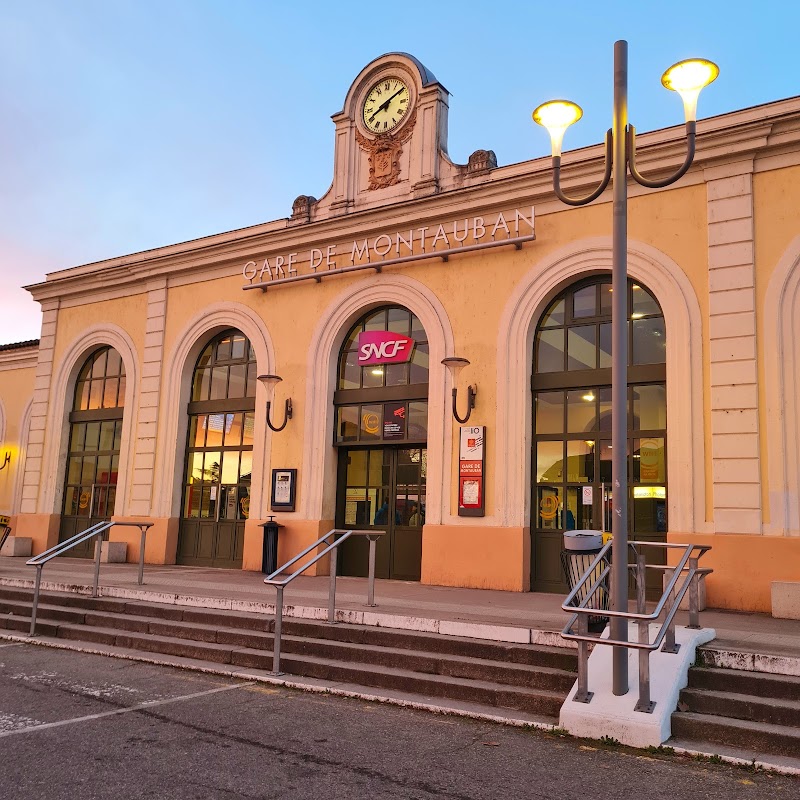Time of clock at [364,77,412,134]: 8:09
